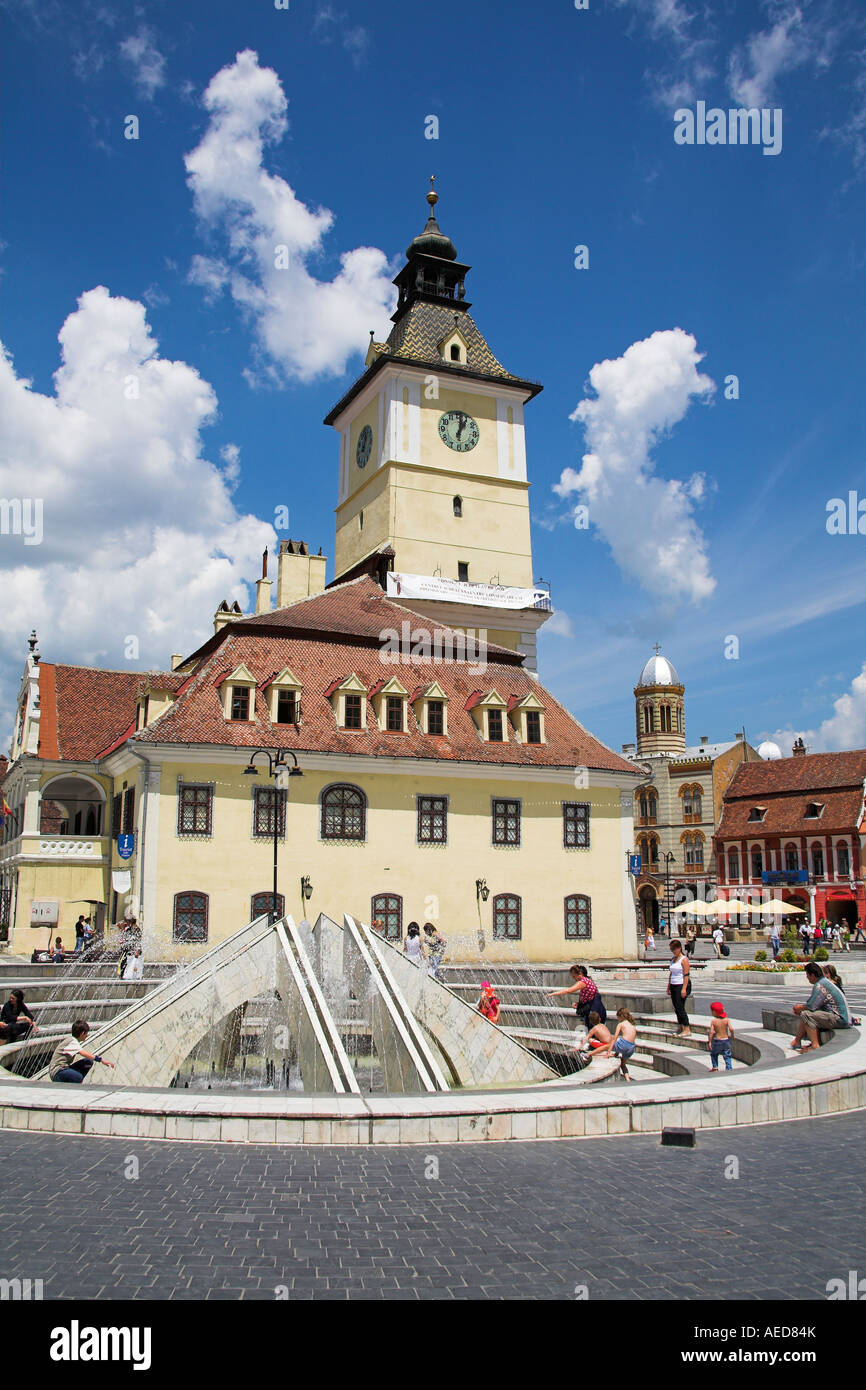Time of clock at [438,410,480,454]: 1:01
